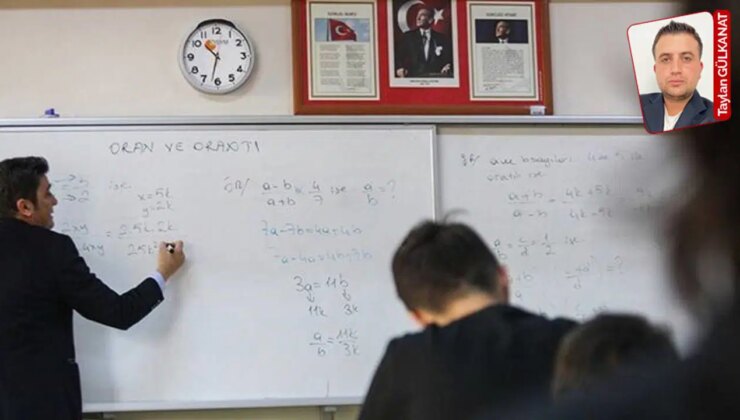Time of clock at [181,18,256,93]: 10:32
